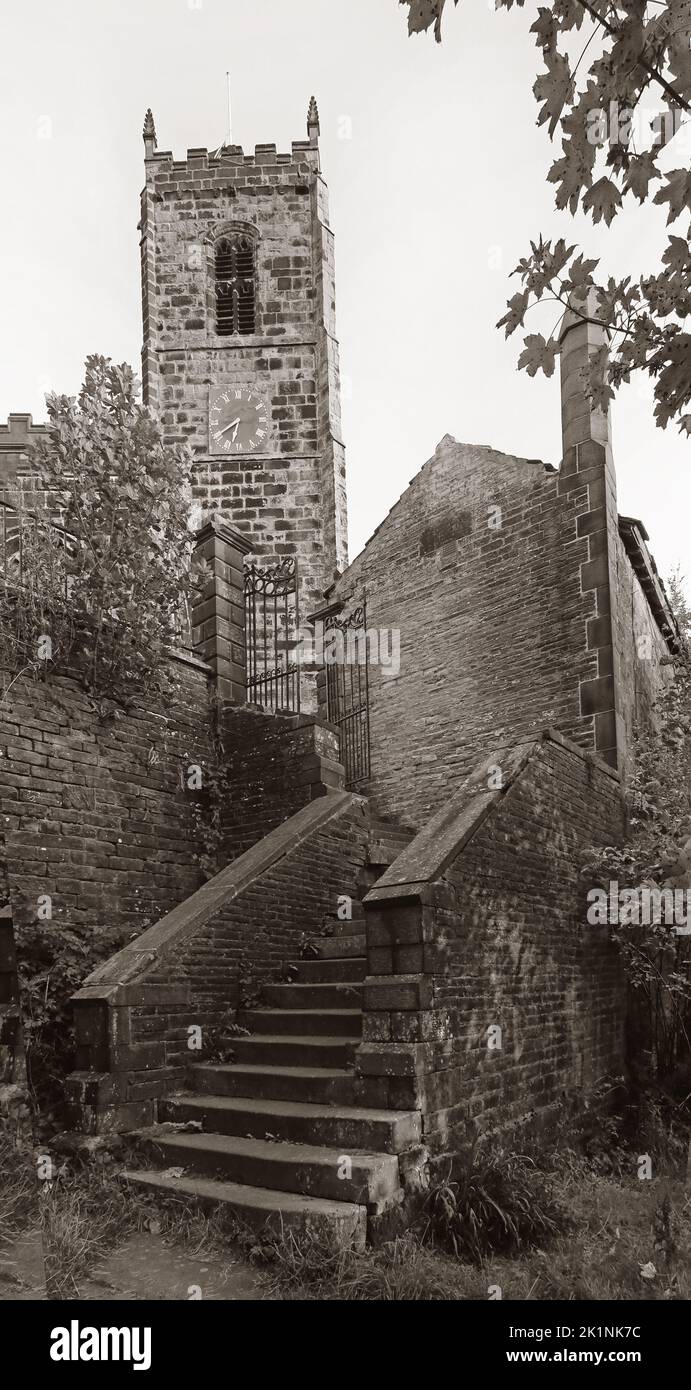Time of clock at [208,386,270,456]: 6:40
